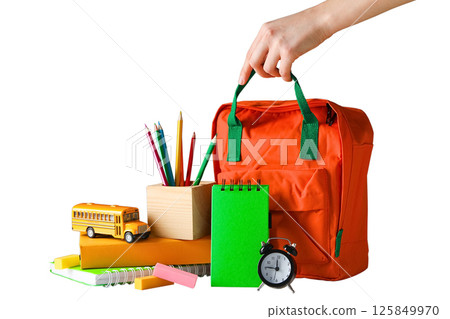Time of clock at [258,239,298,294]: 11:46
